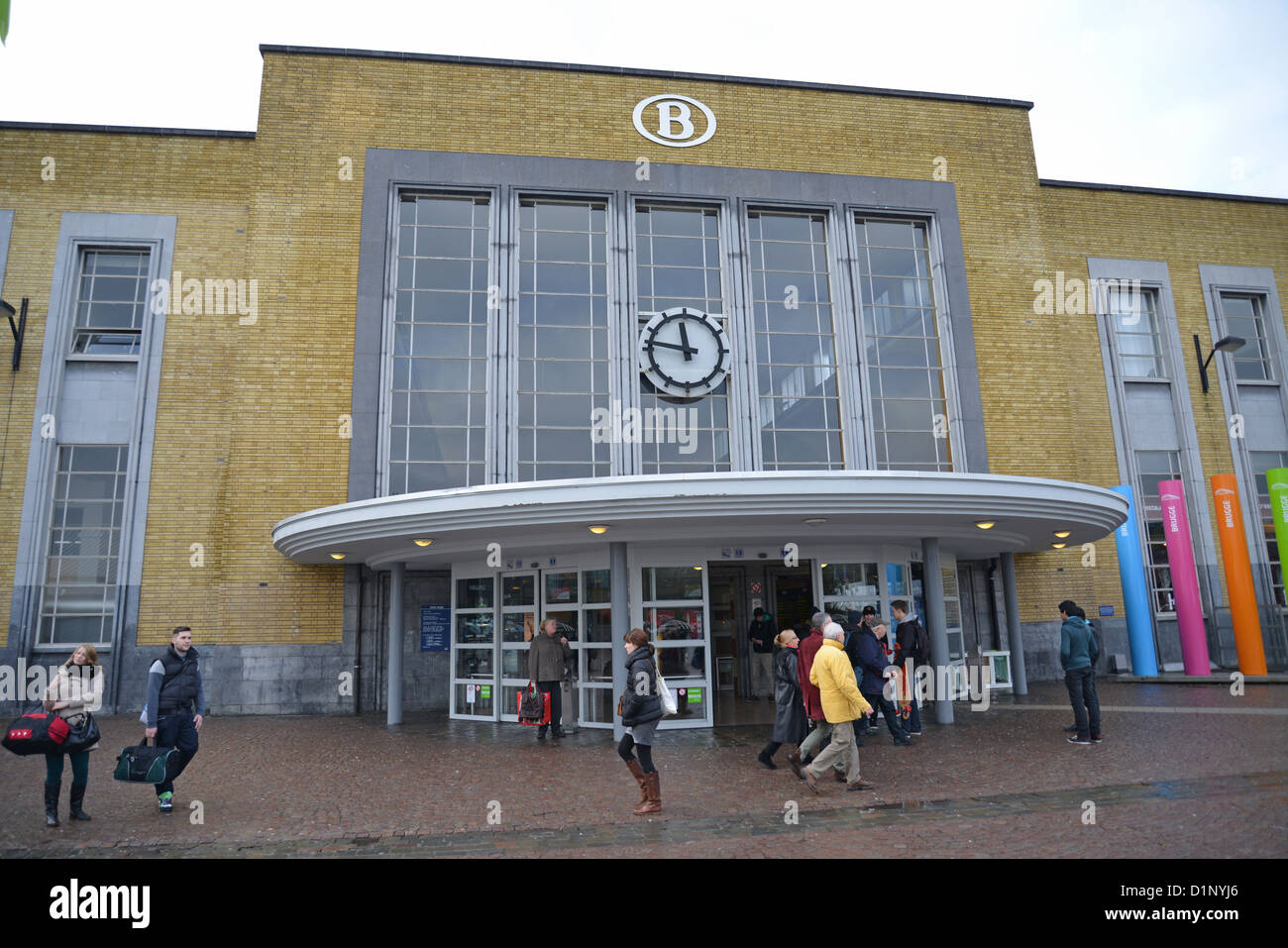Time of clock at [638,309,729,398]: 11:46
